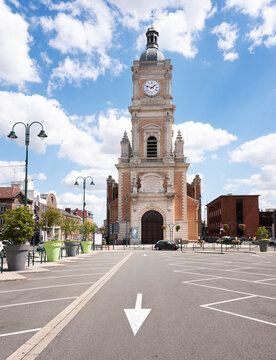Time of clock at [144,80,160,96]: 1:47
